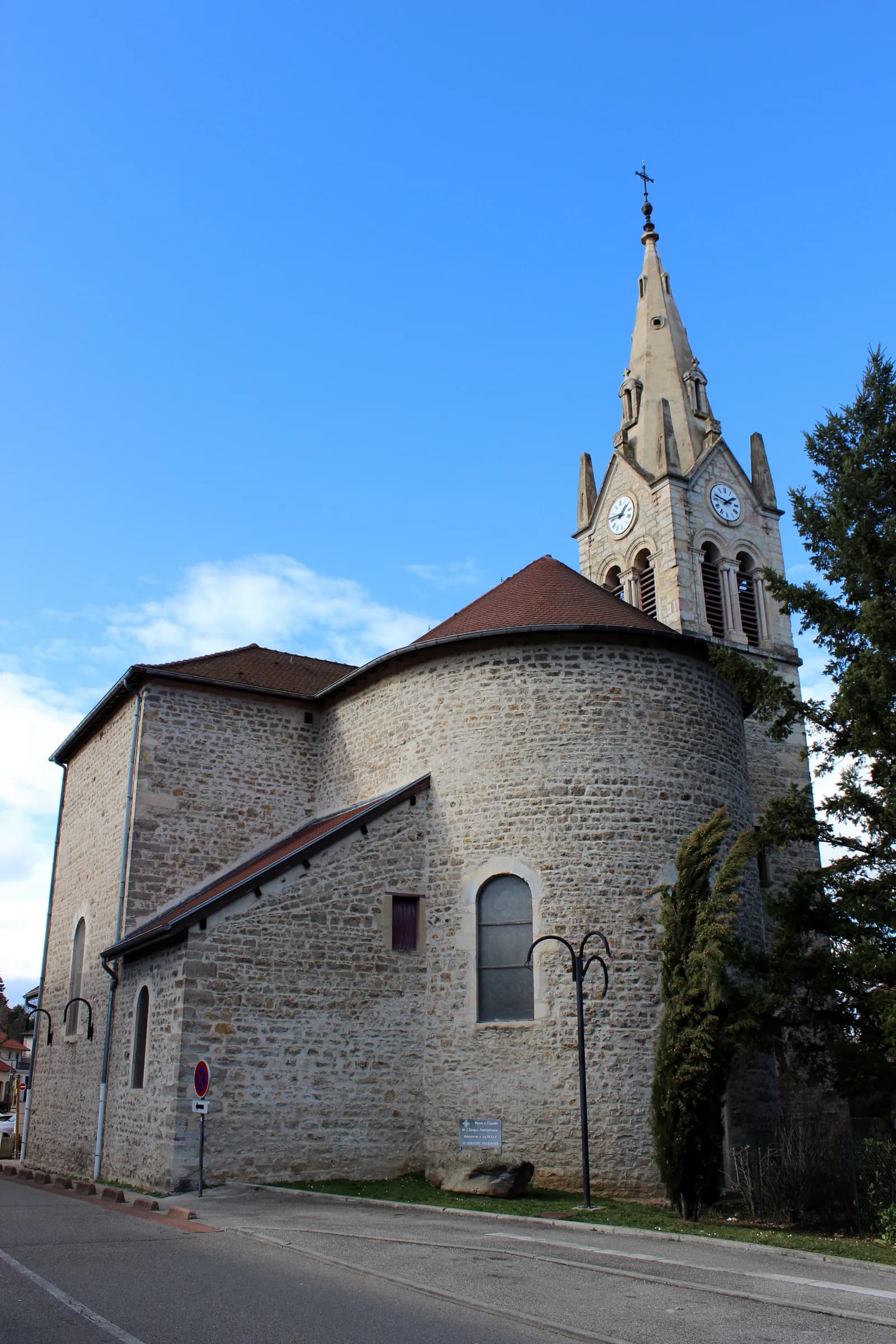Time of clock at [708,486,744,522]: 1:47
